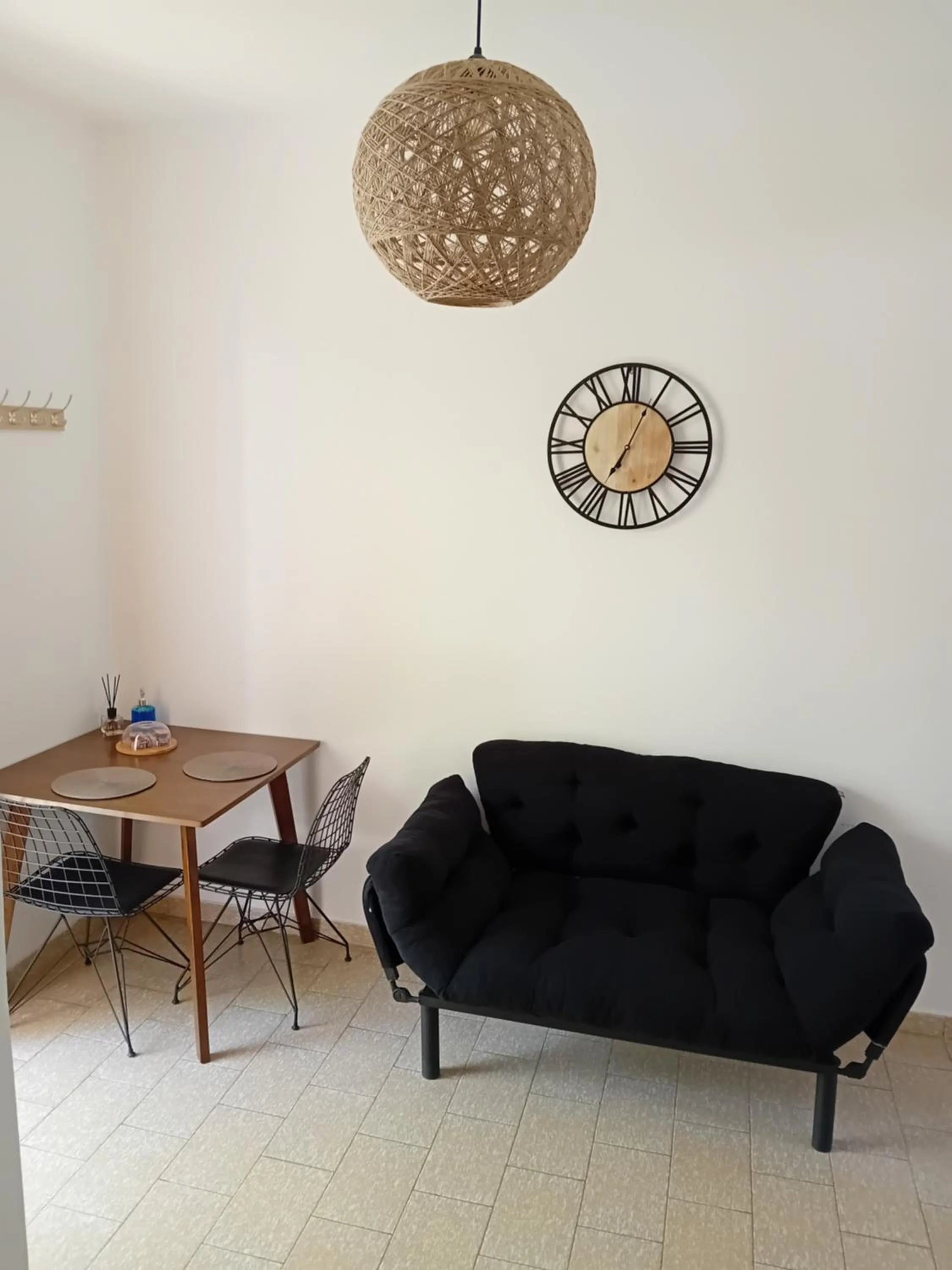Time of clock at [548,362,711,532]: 7:04
